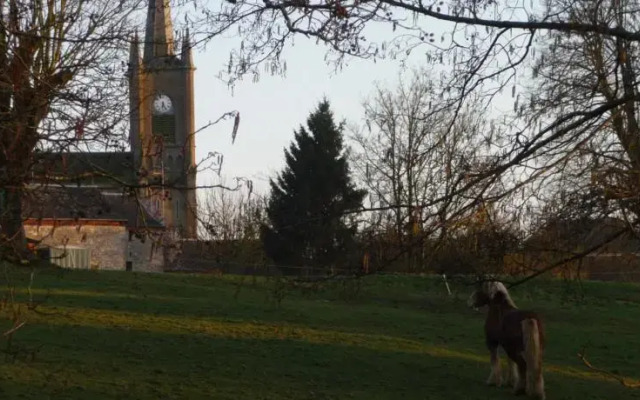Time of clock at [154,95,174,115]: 6:25
